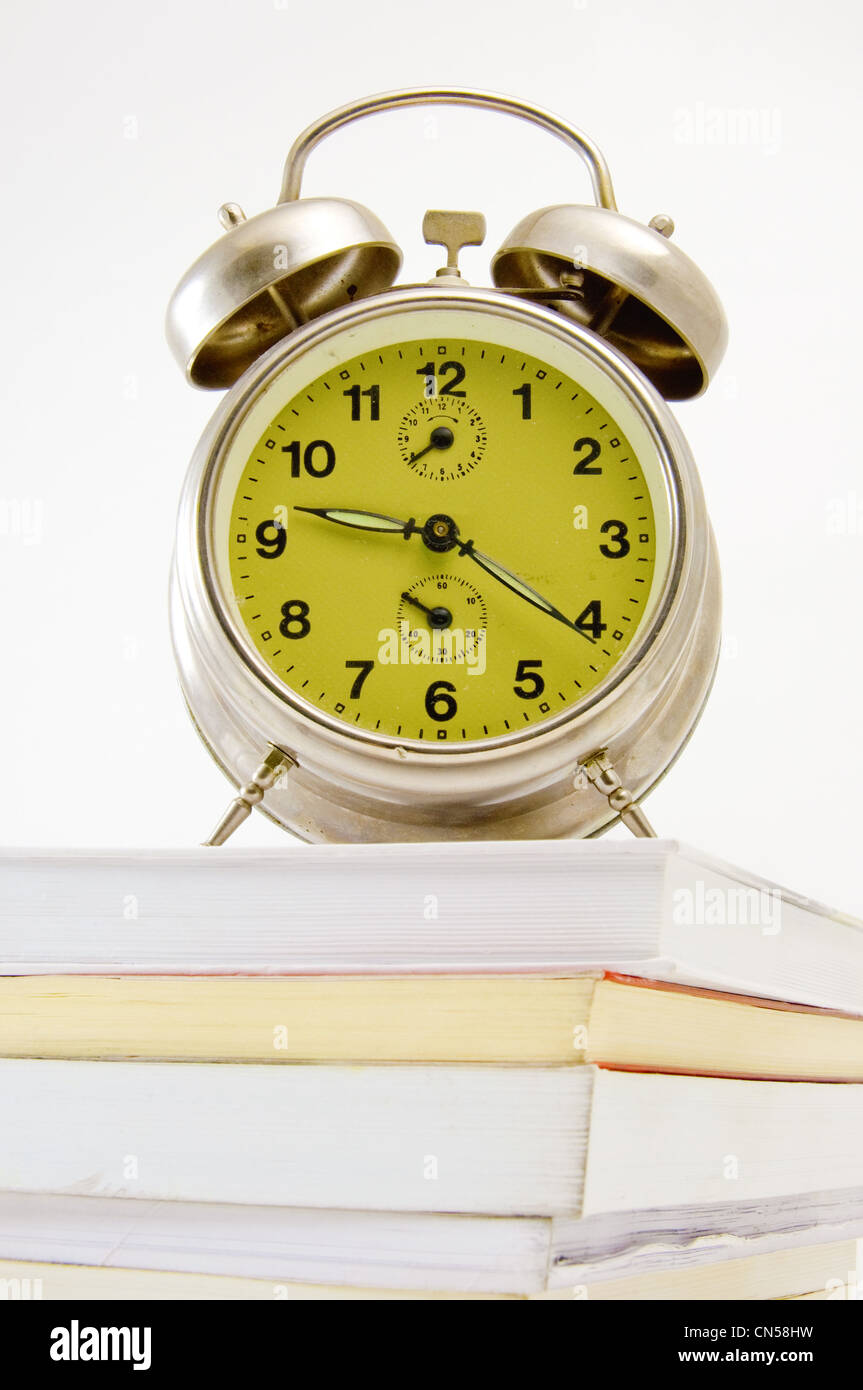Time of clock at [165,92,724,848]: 9:20
